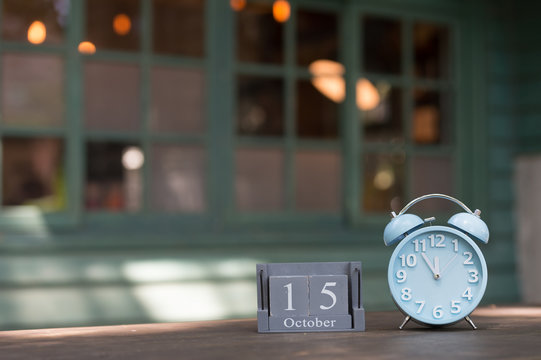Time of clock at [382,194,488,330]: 11:54
